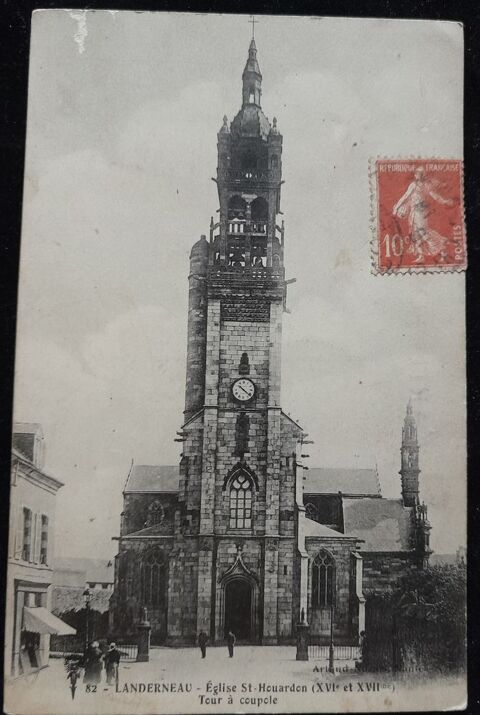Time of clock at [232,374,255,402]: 10:21
